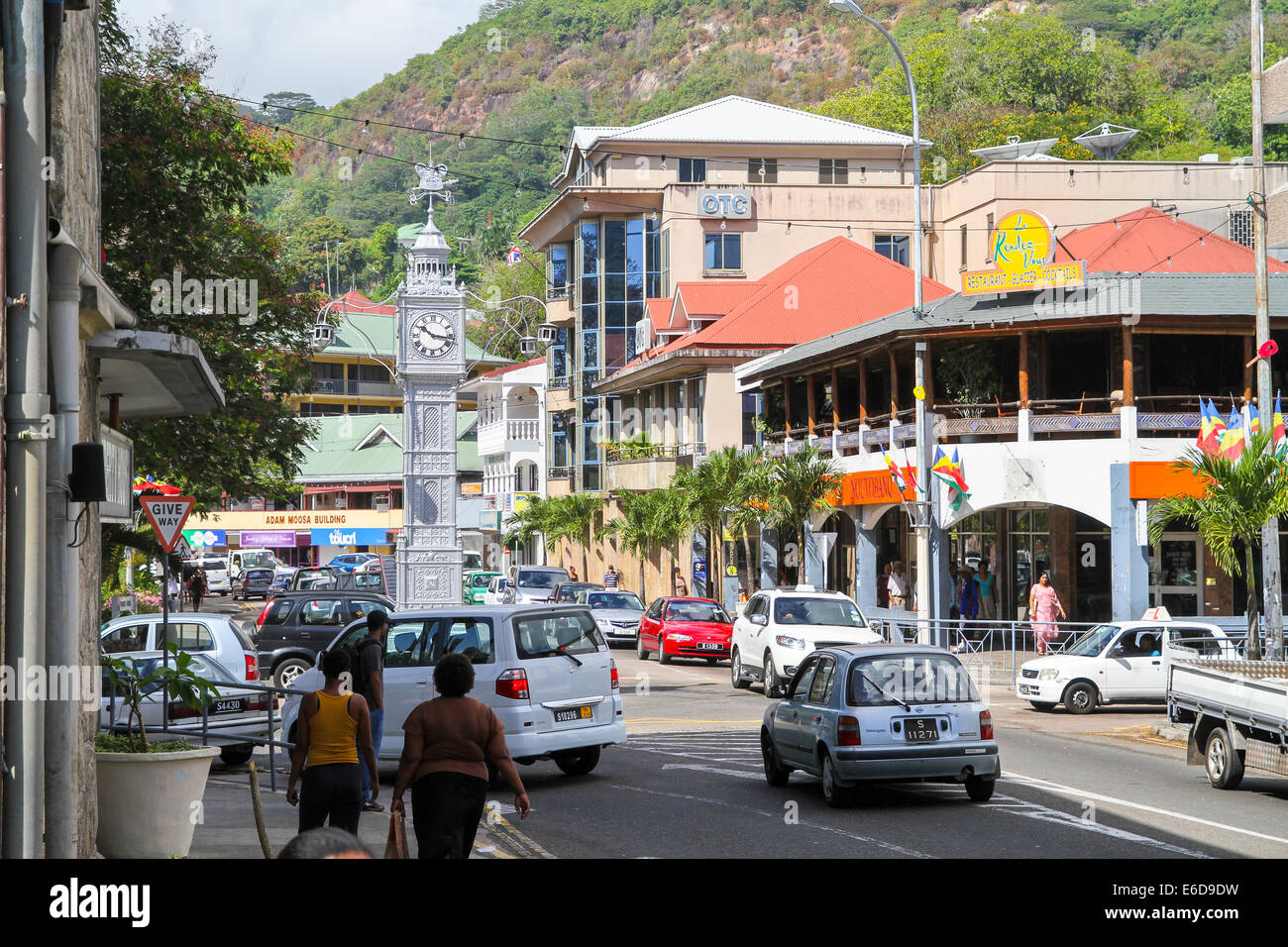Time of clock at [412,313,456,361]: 10:16
